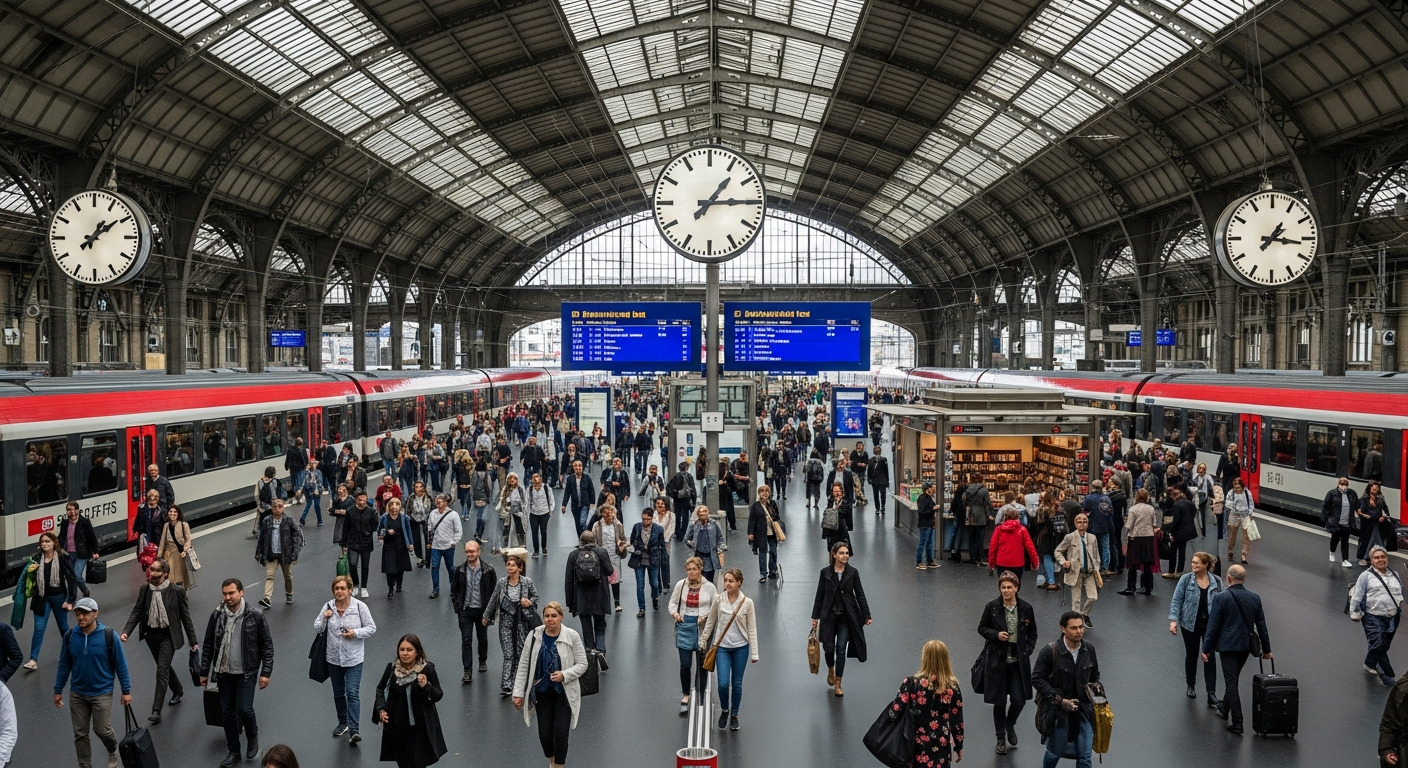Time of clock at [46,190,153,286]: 1:09
